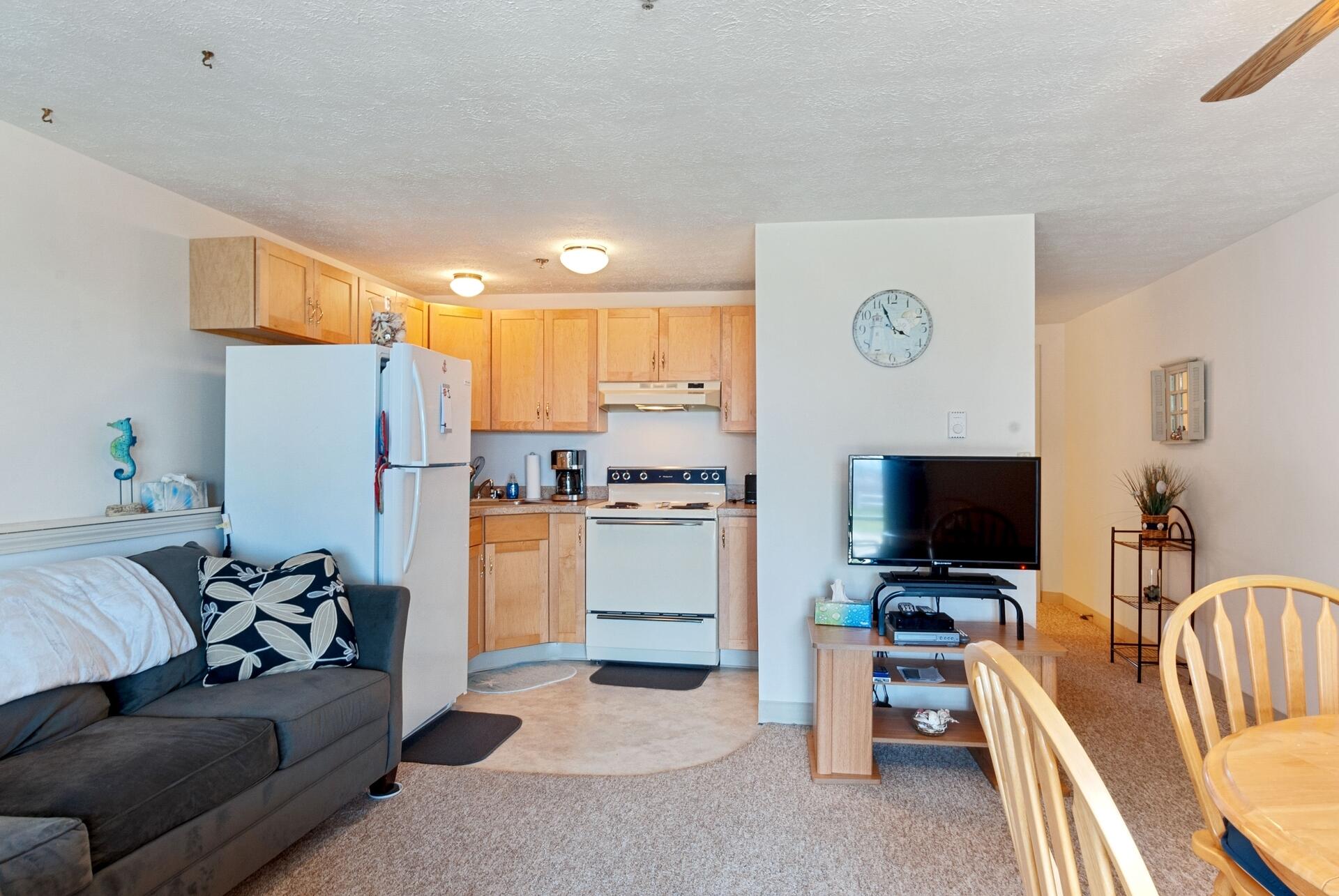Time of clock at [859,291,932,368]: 3:56
